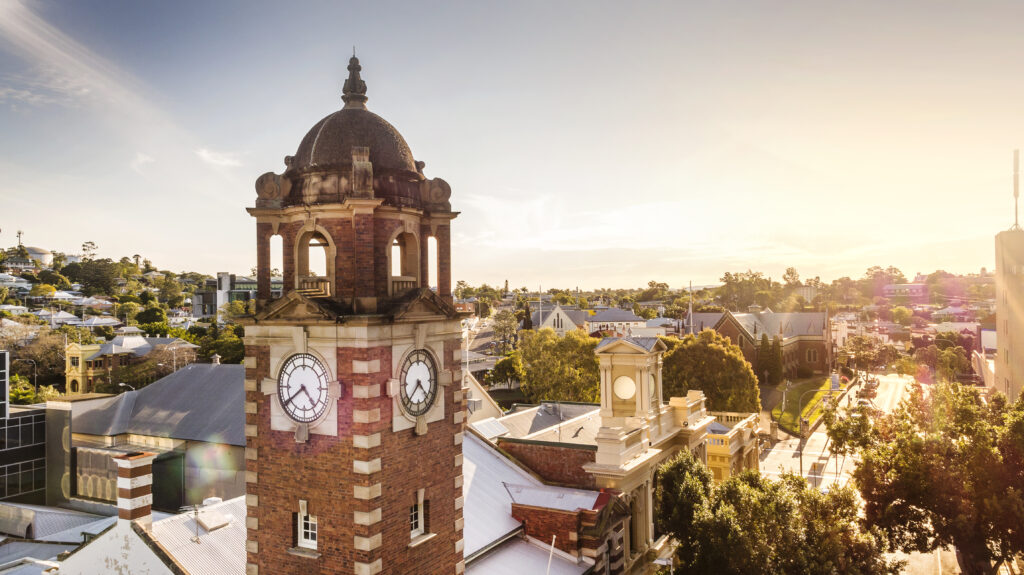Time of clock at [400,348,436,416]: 4:37
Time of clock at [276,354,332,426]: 4:39
